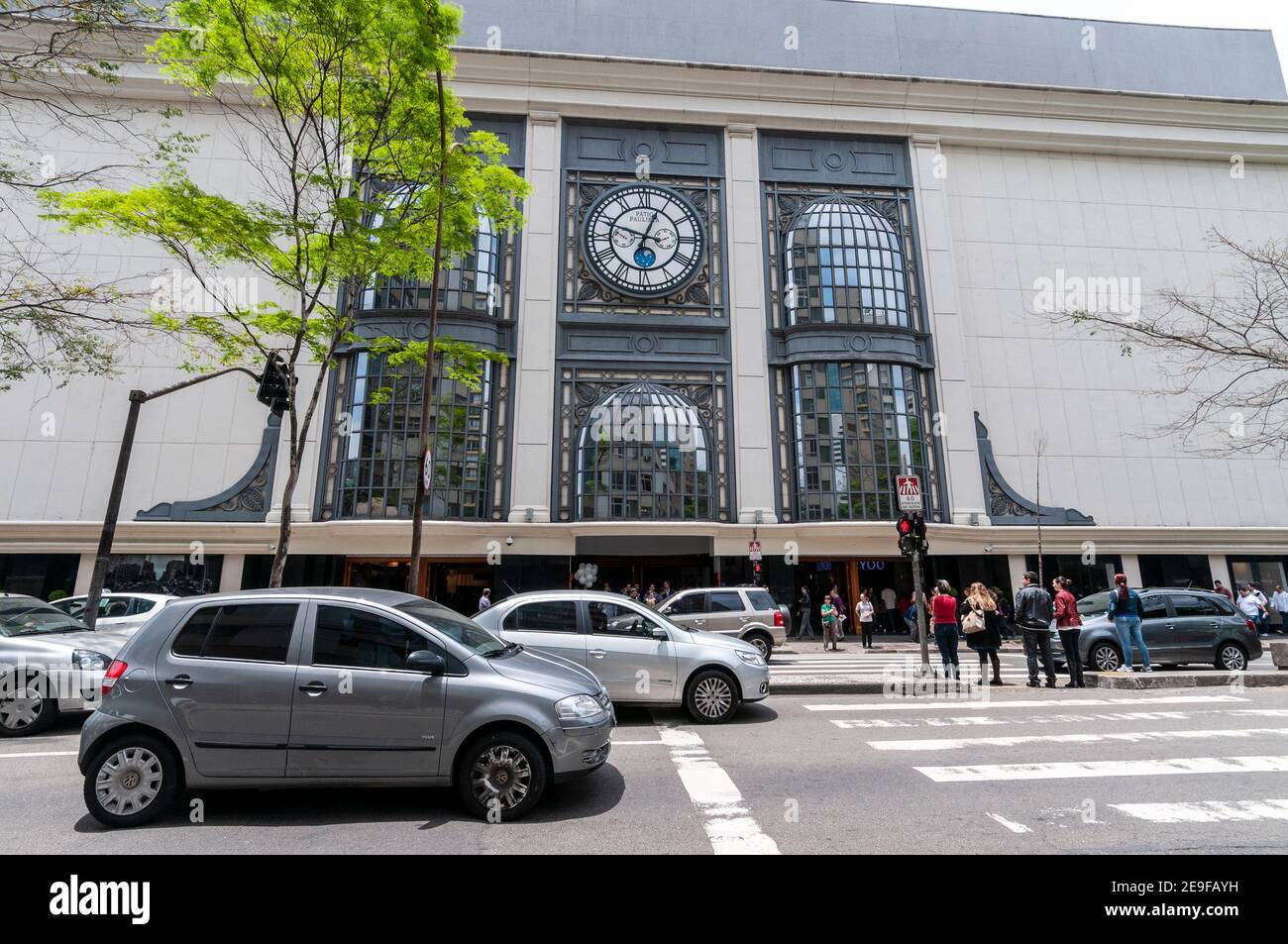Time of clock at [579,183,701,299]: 12:48
